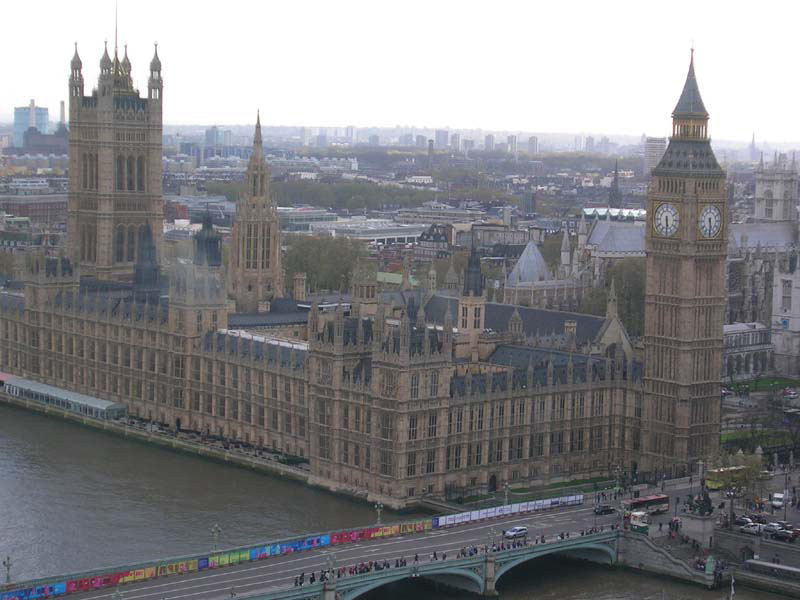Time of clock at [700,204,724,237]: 5:30
